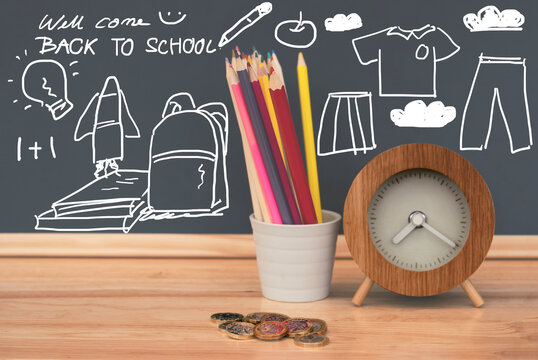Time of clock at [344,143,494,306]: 7:20
